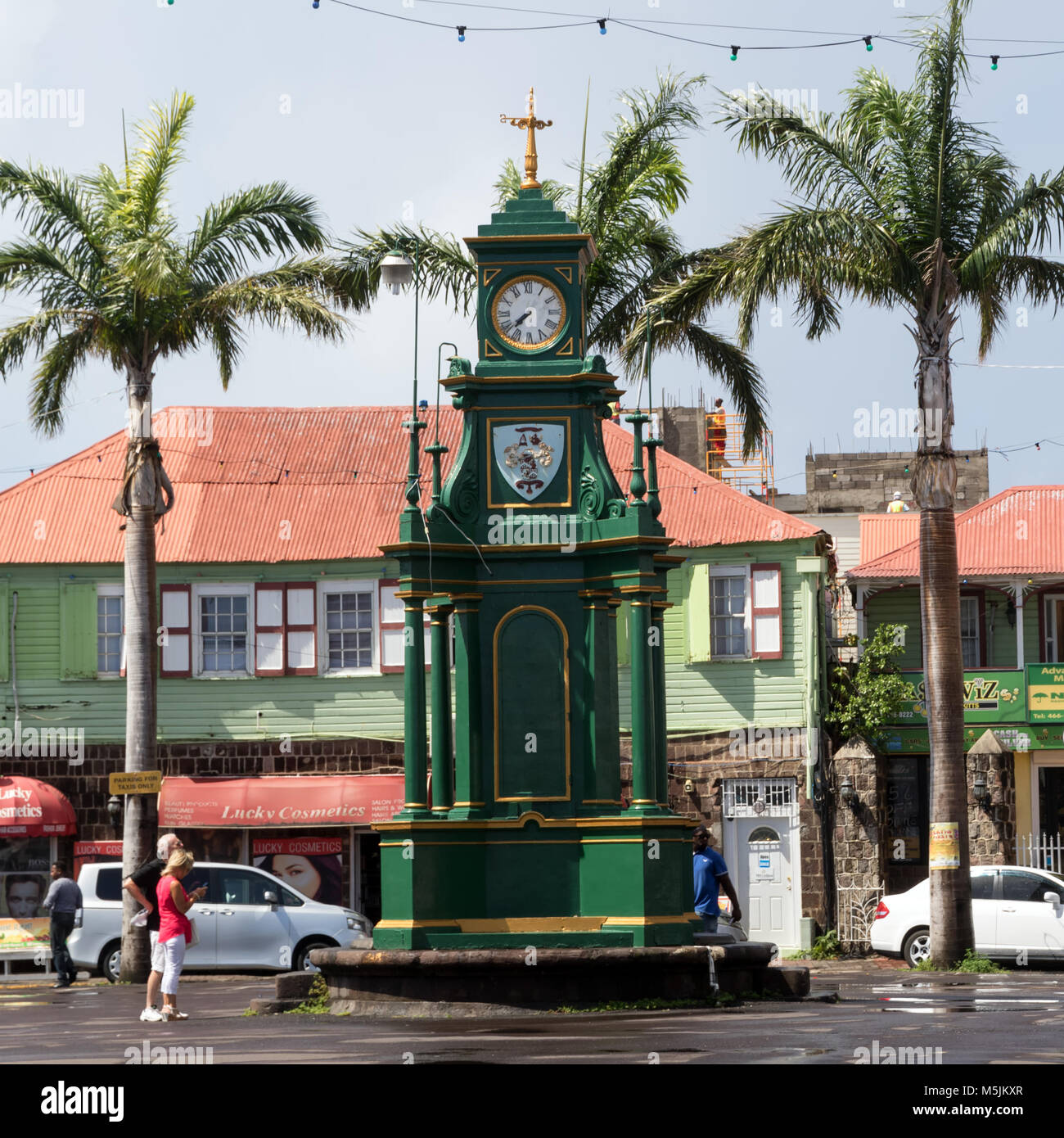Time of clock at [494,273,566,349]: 7:37
